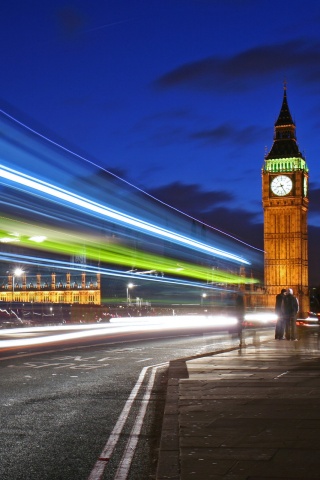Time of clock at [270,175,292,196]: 8:25
